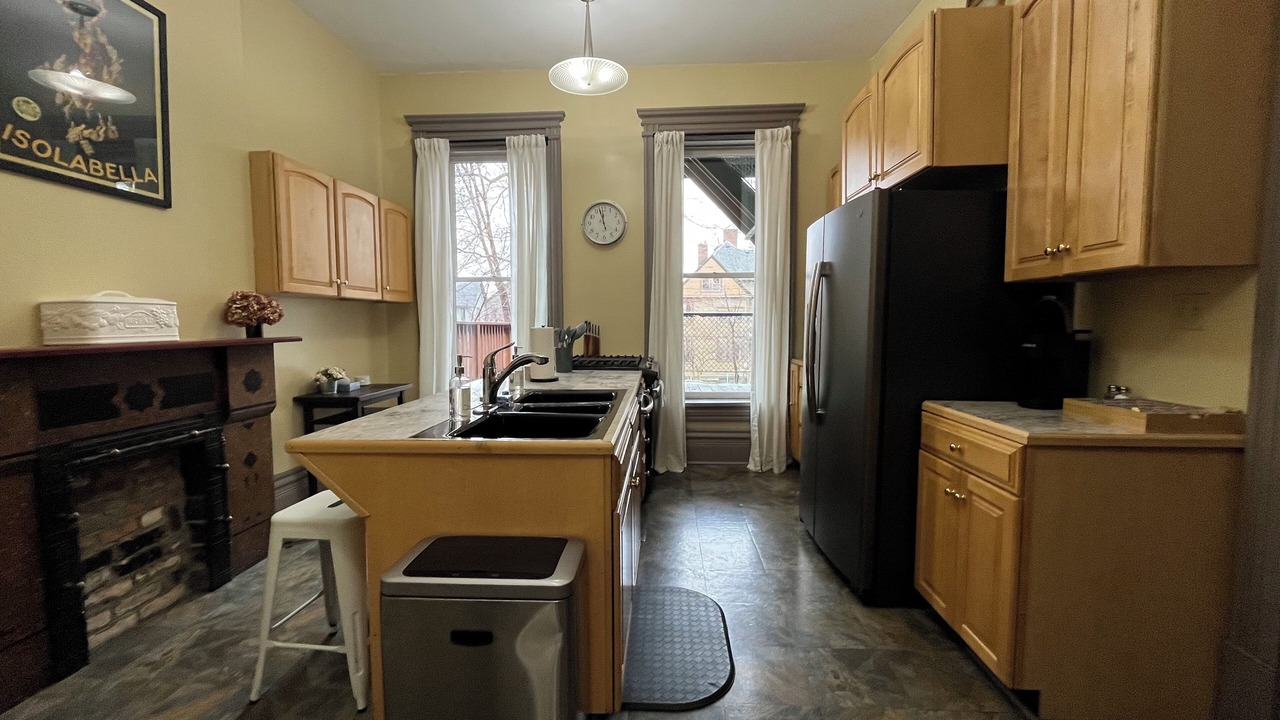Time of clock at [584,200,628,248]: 11:57
